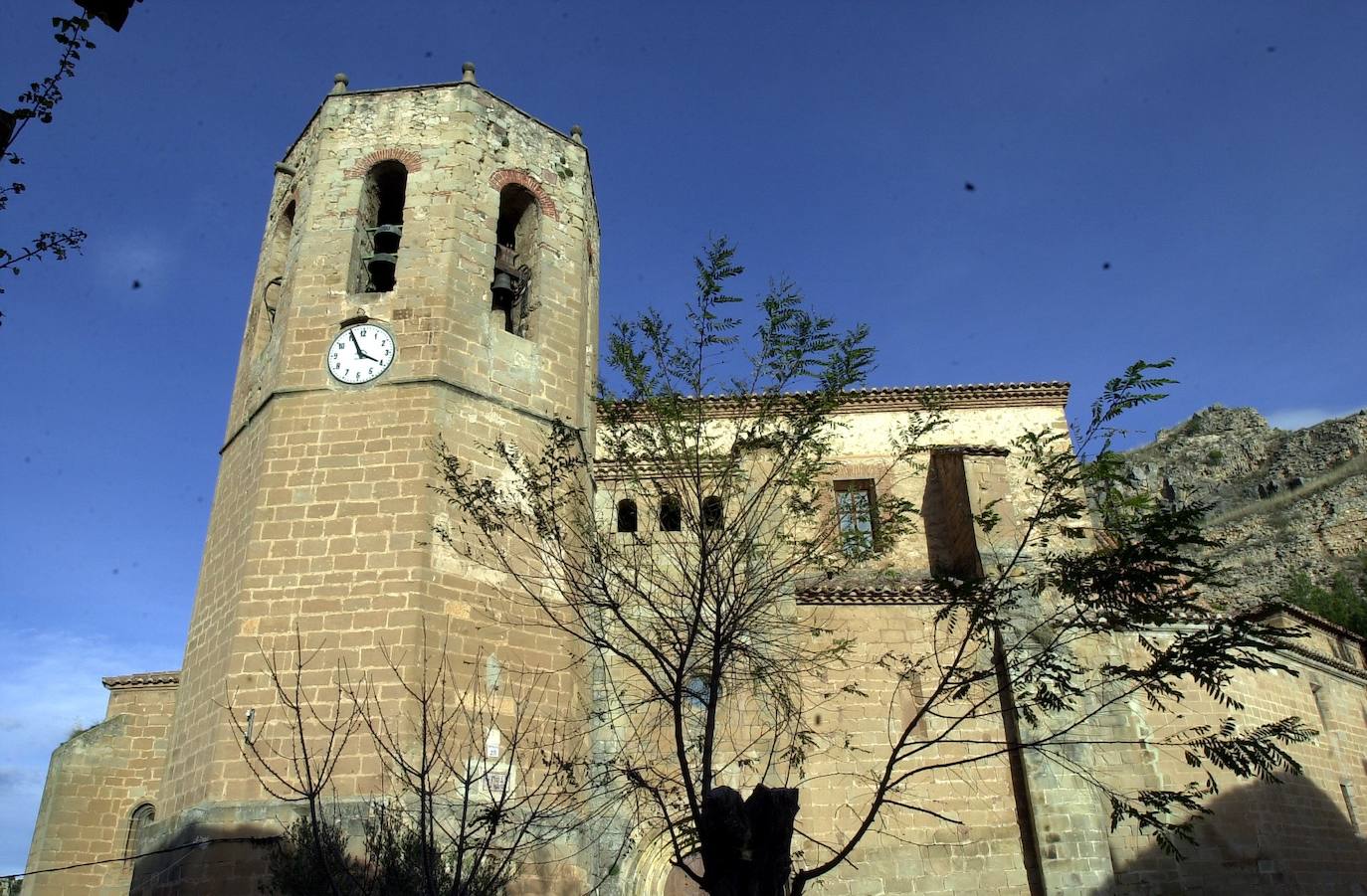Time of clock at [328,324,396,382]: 3:55
